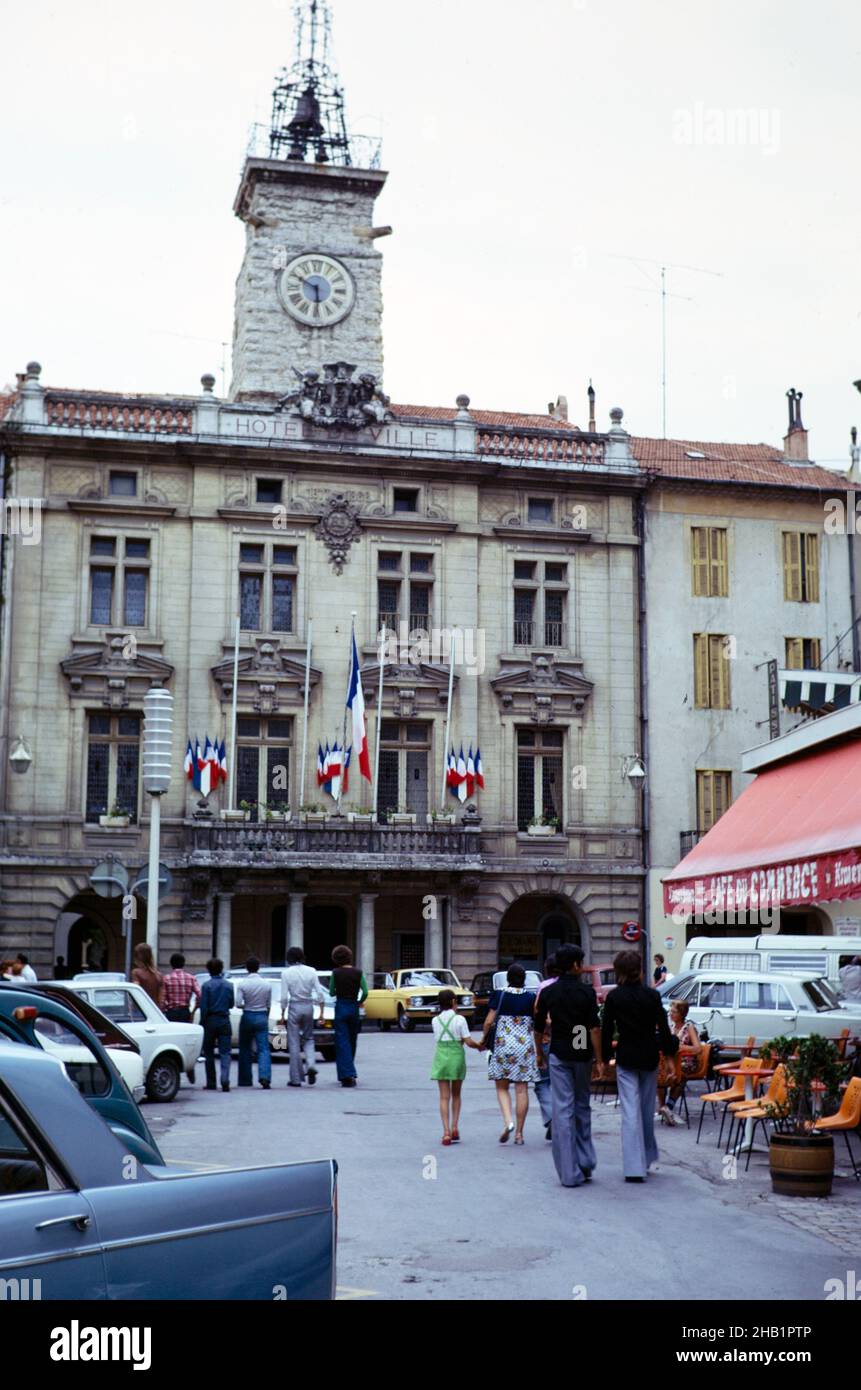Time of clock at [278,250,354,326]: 5:49
